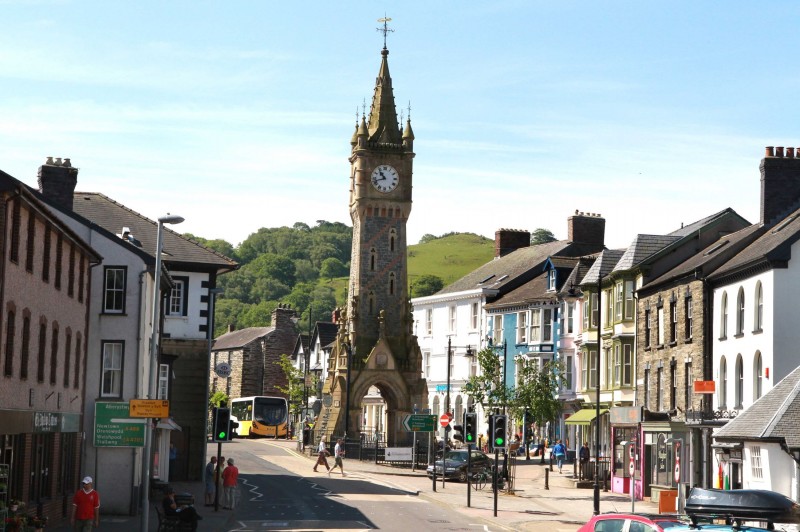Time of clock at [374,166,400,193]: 10:42
